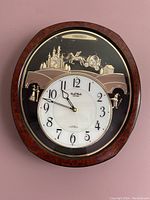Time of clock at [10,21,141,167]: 10:47
